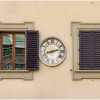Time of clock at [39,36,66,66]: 8:12
